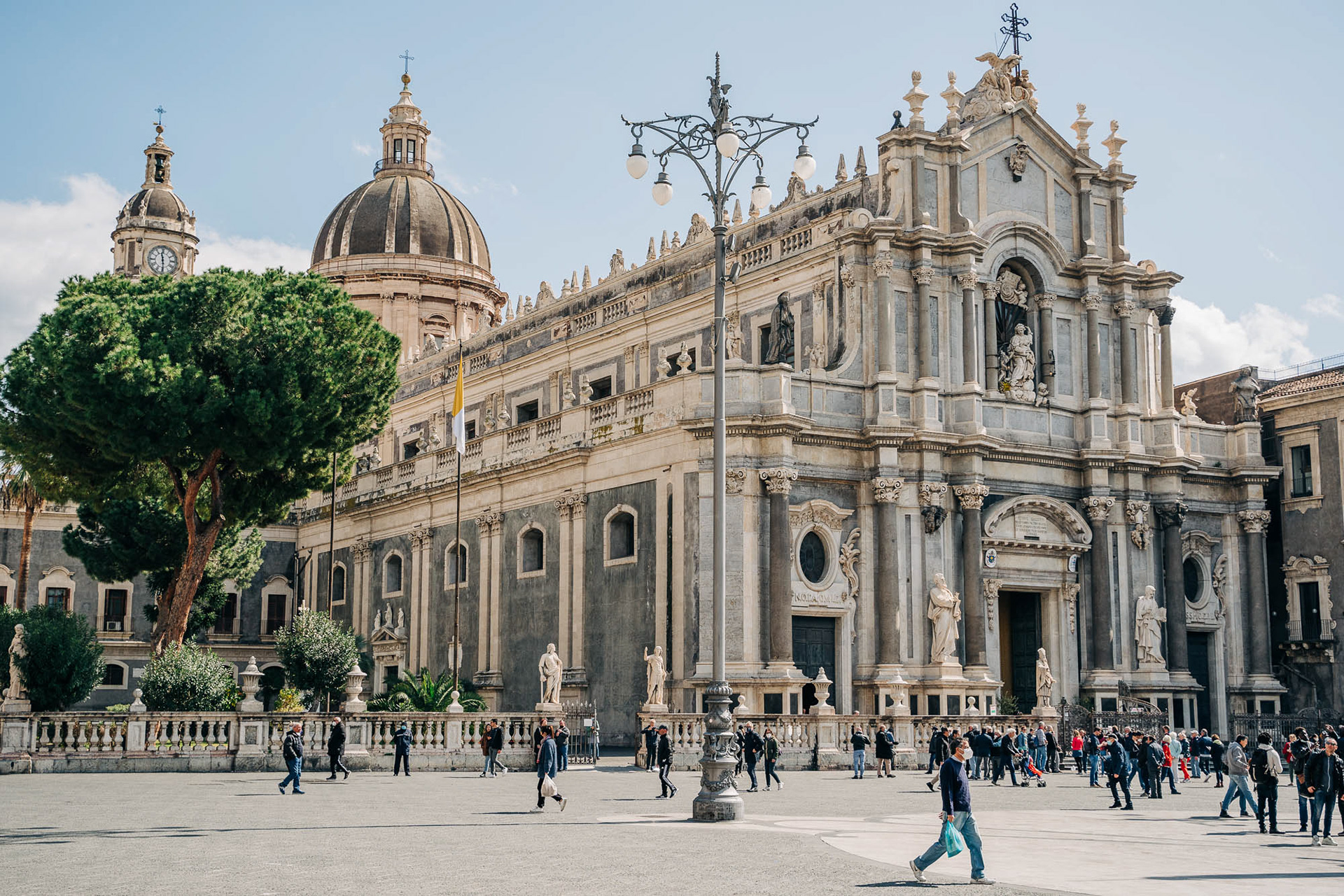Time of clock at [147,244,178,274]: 11:29
